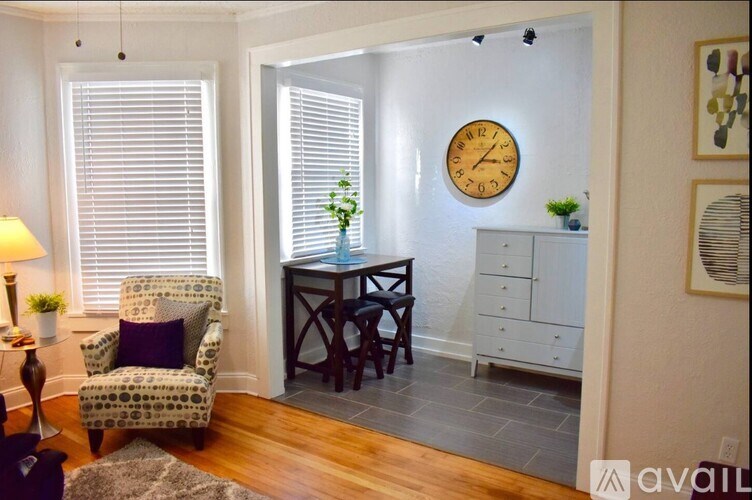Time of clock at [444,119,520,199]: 3:07
